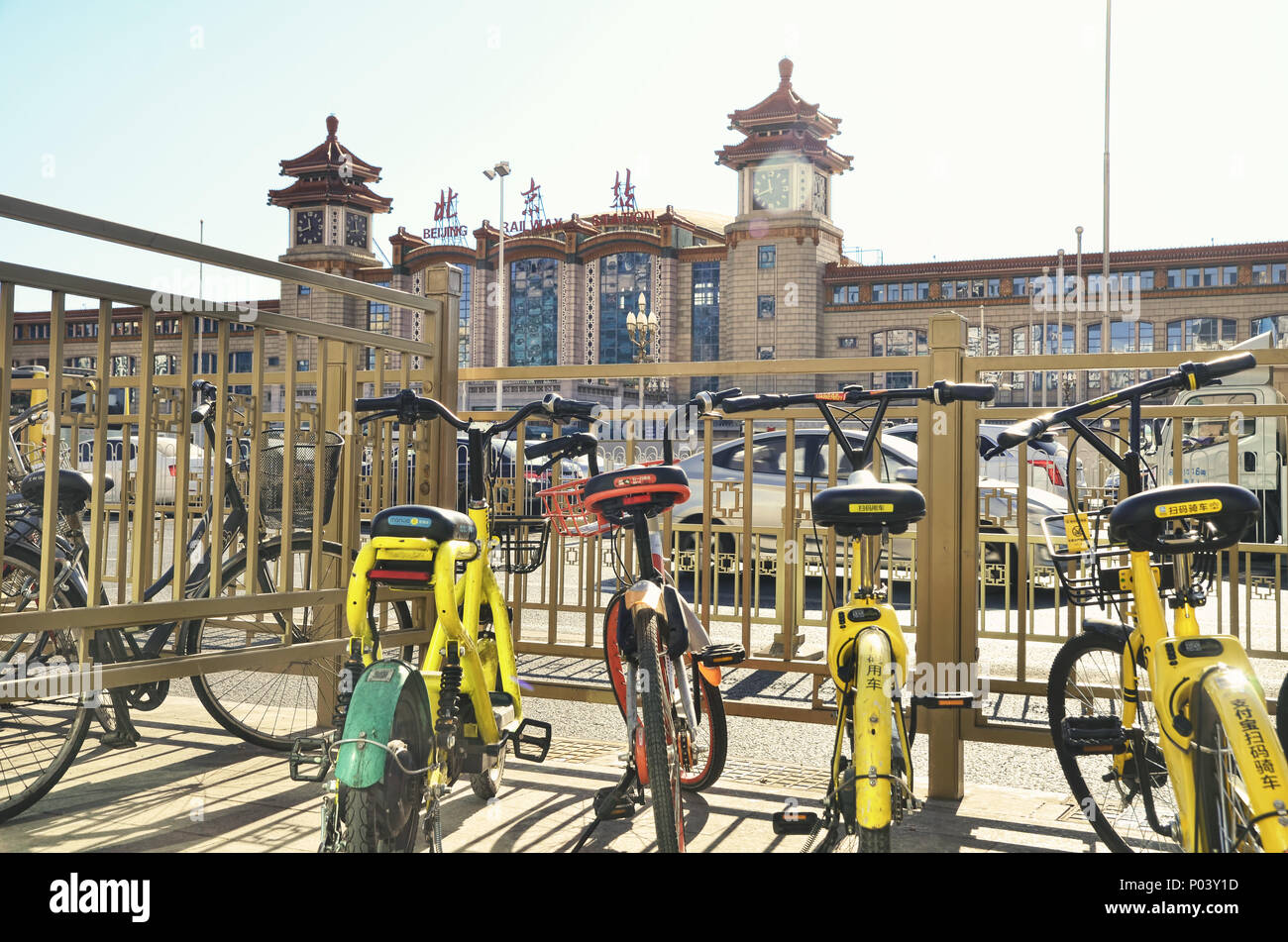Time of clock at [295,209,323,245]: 11:41
